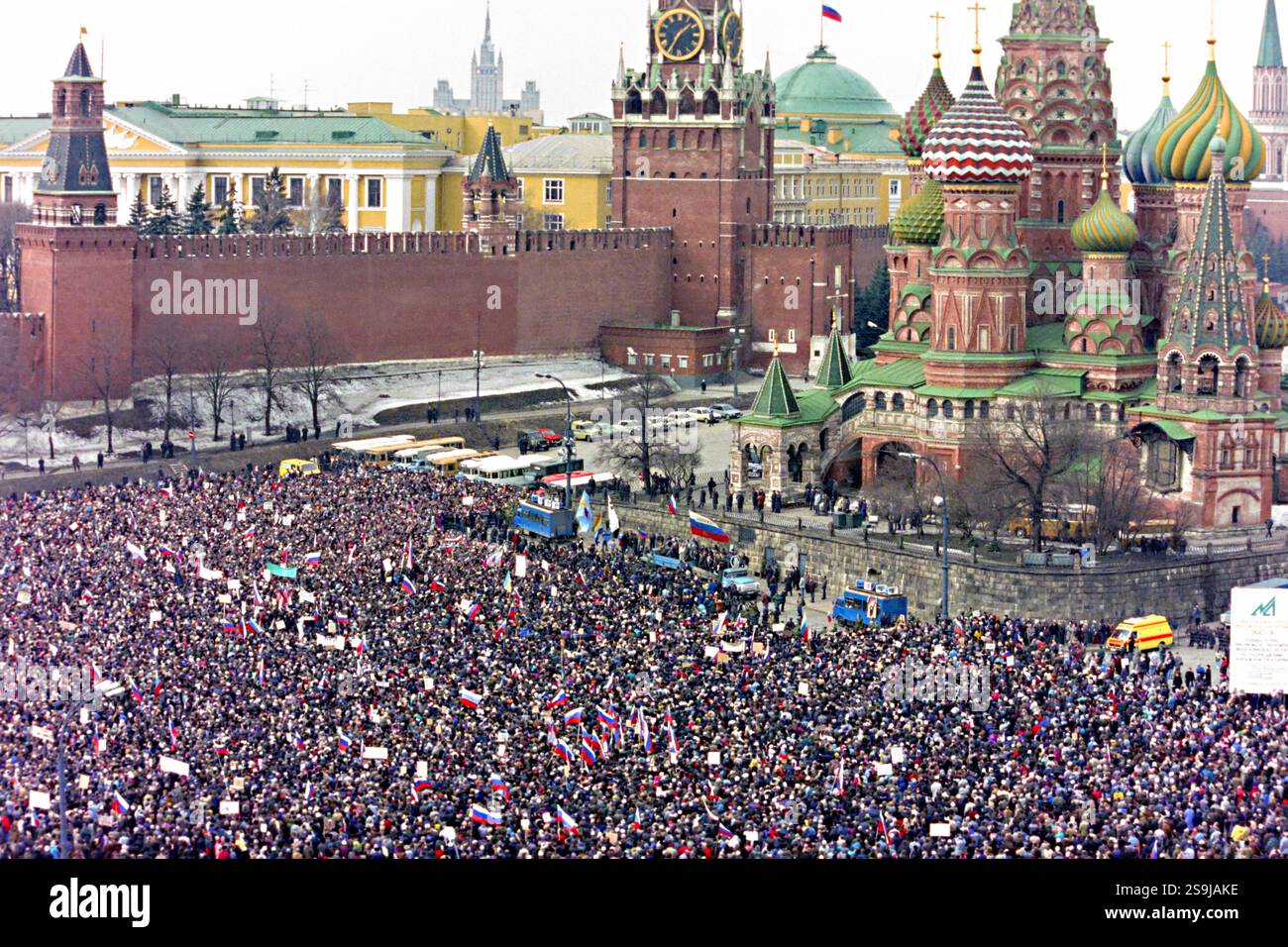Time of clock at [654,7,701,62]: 1:35
